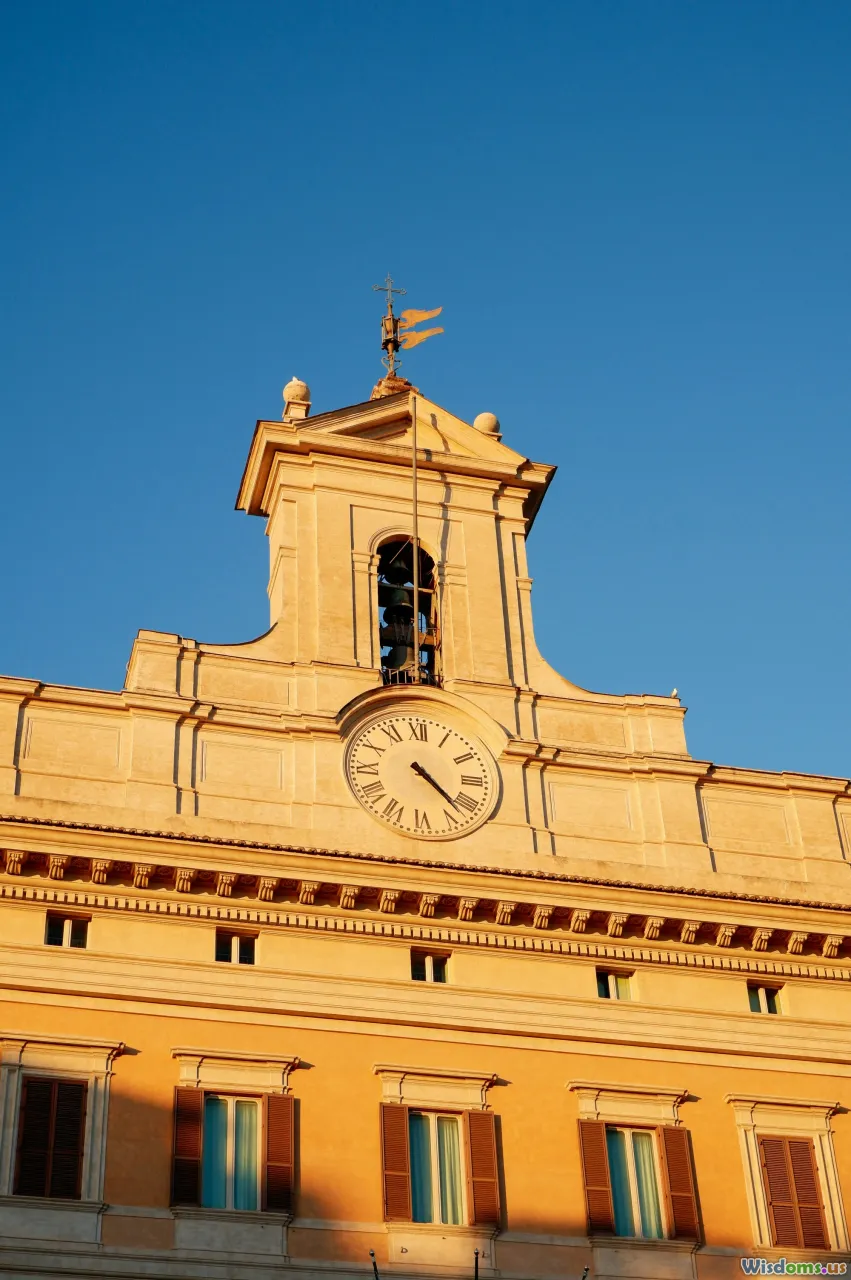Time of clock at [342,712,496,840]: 4:22
